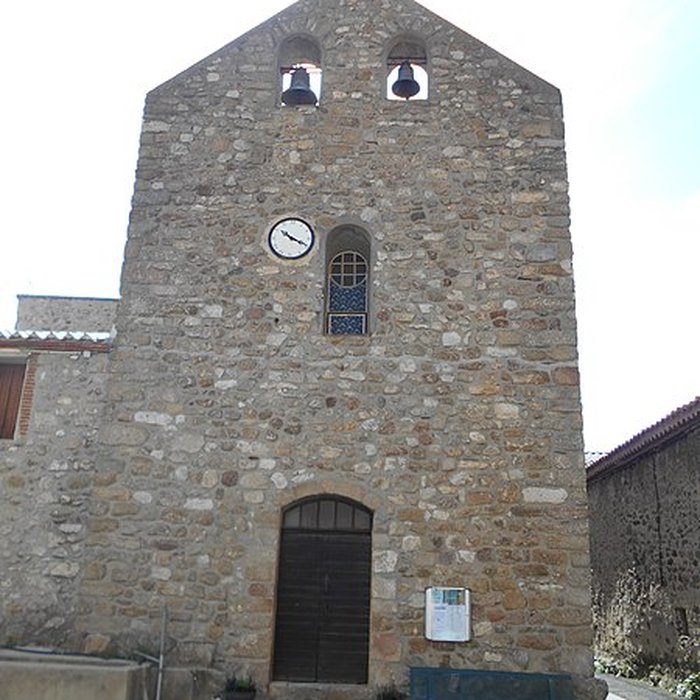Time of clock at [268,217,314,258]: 10:19
